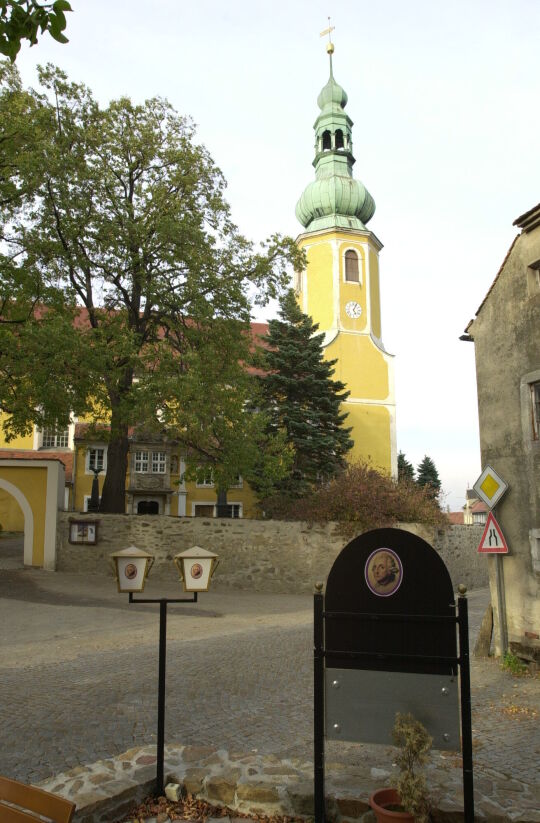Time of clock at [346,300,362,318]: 5:04
